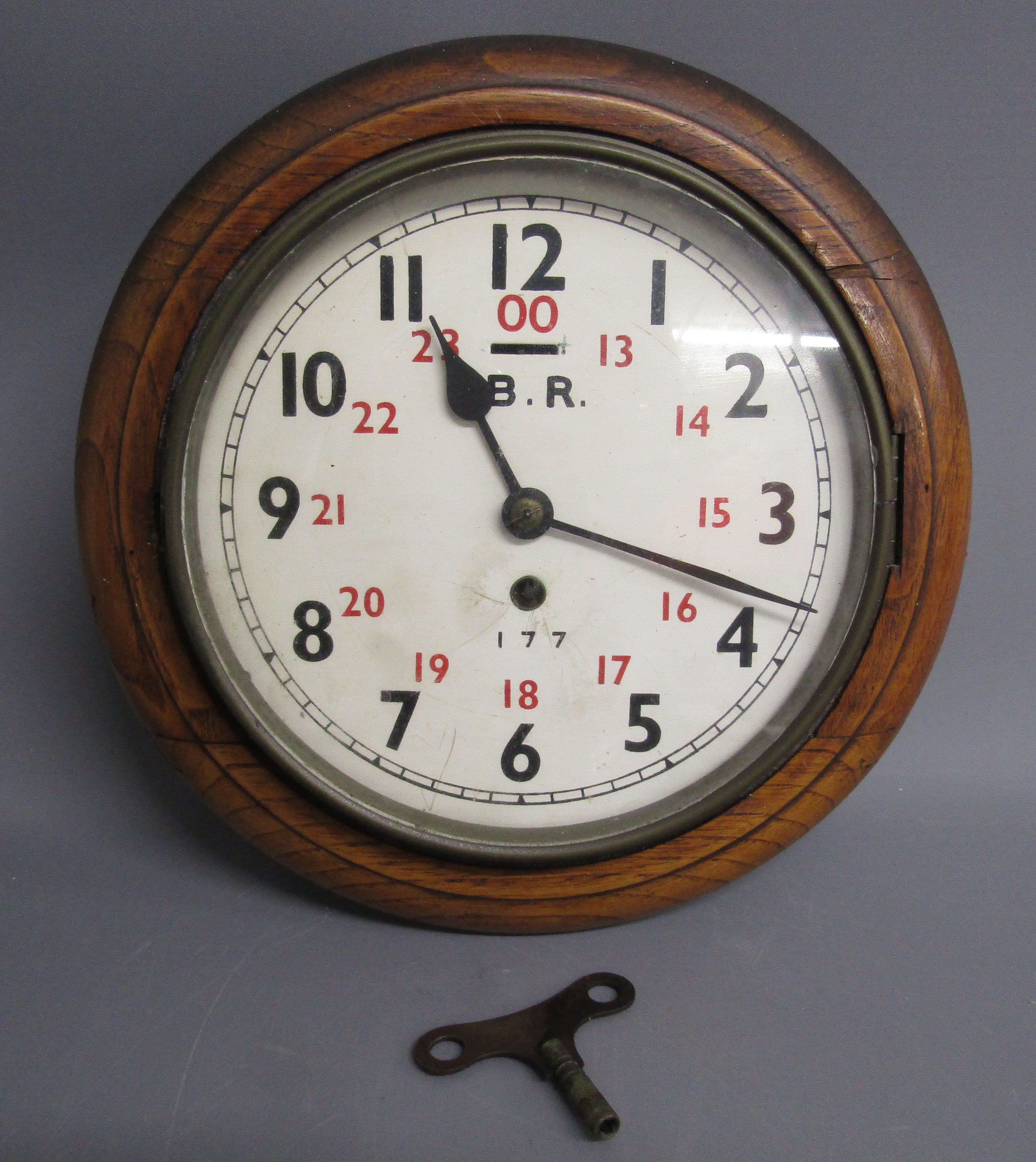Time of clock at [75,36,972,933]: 11:18
